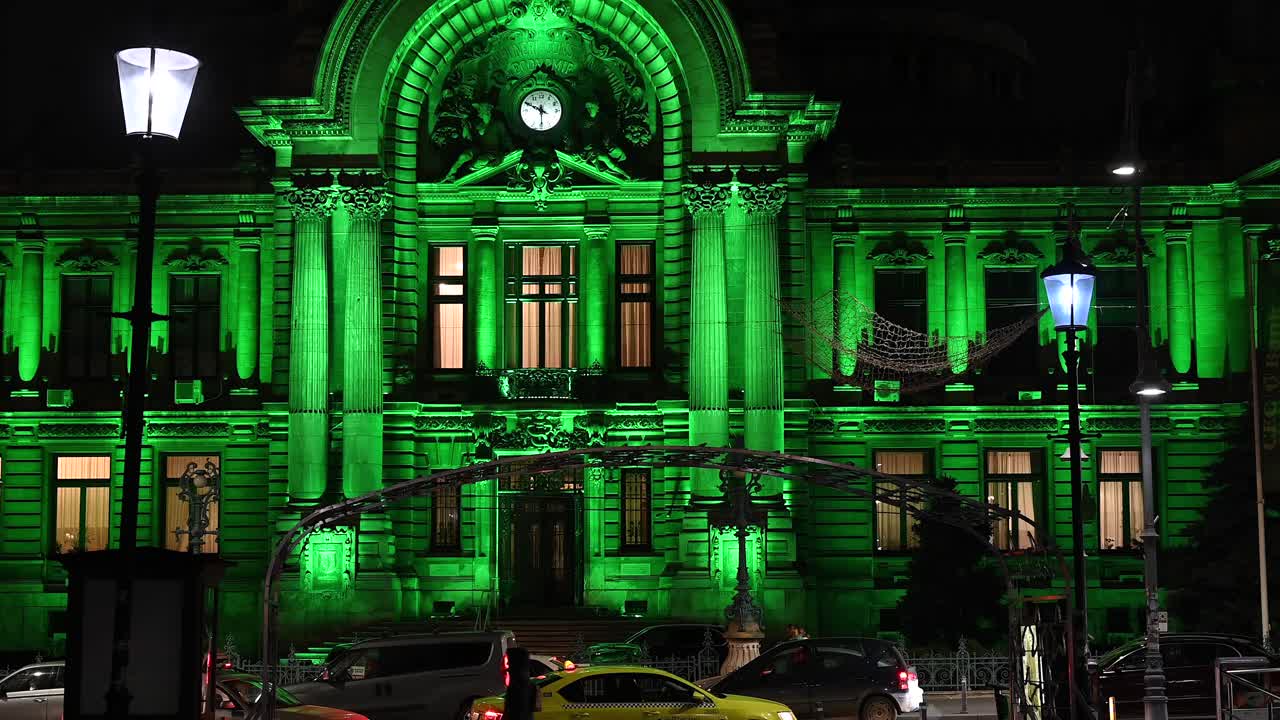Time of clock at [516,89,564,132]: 5:49
